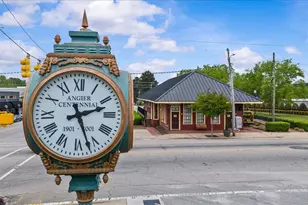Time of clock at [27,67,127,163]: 2:26
